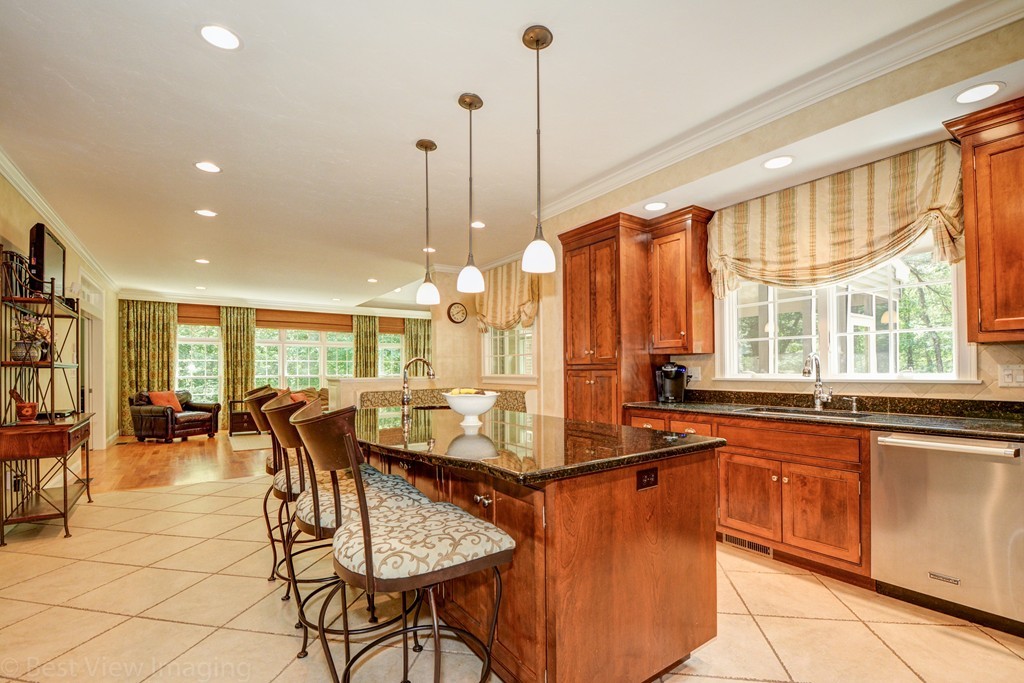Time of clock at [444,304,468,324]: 8:09
